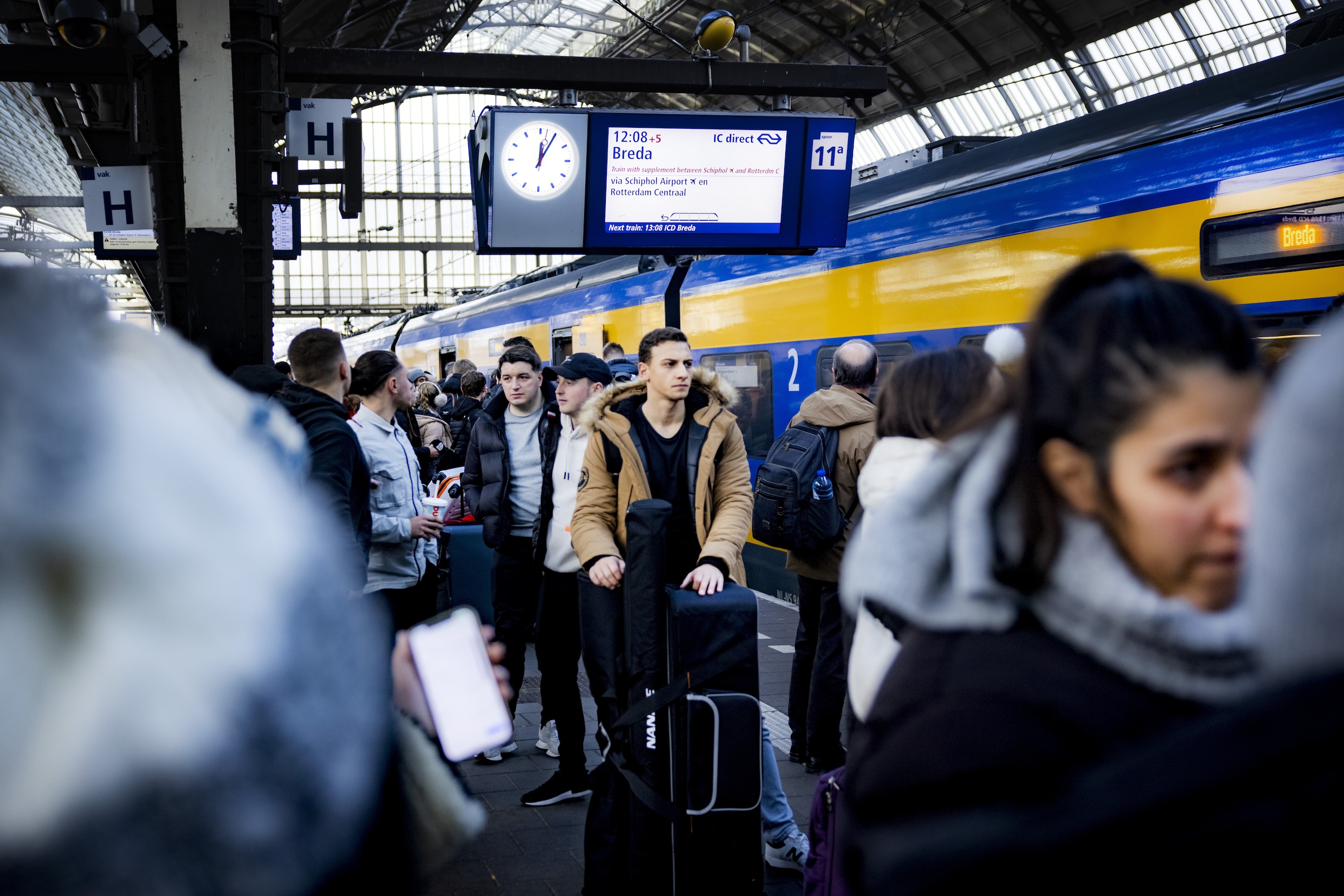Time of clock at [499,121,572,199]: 12:05
